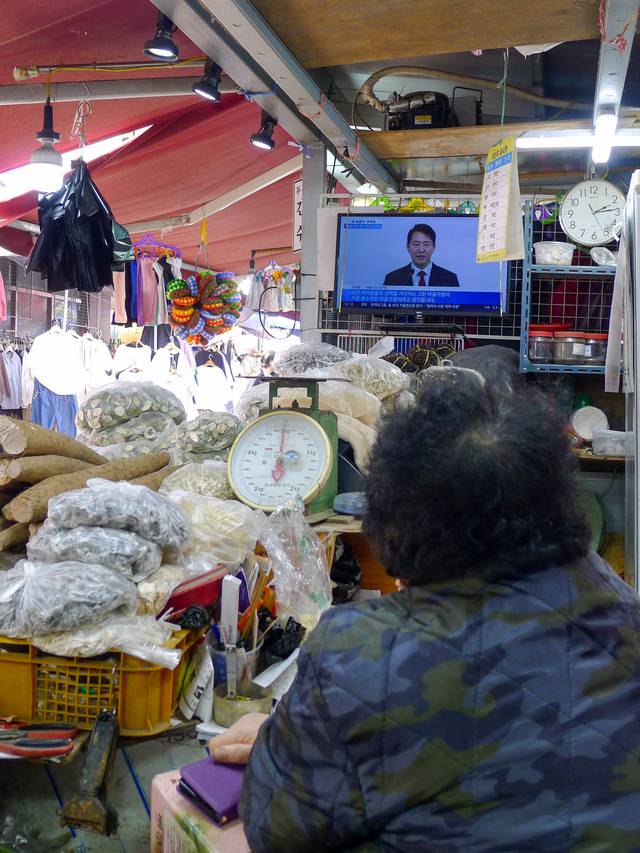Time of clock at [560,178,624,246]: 2:14
